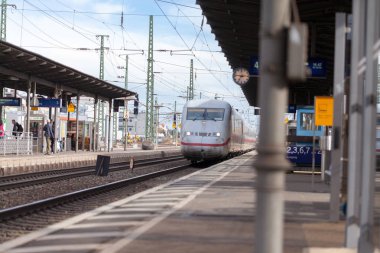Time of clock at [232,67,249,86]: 7:15
